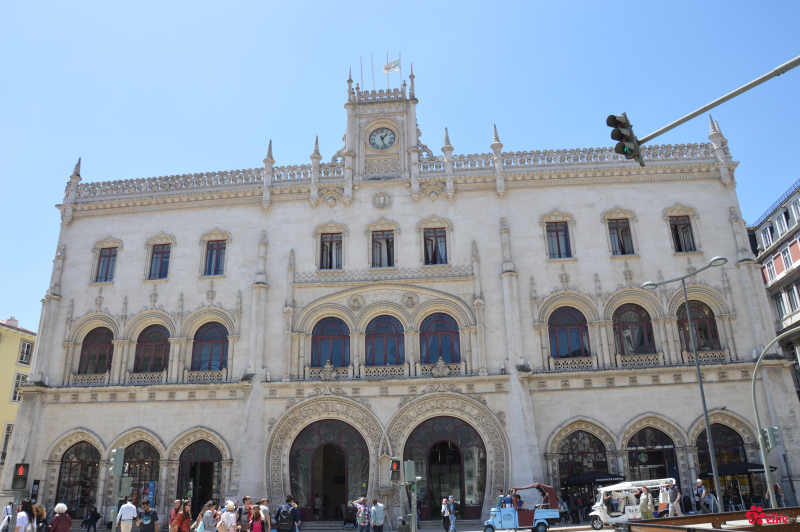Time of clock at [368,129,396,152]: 1:26
